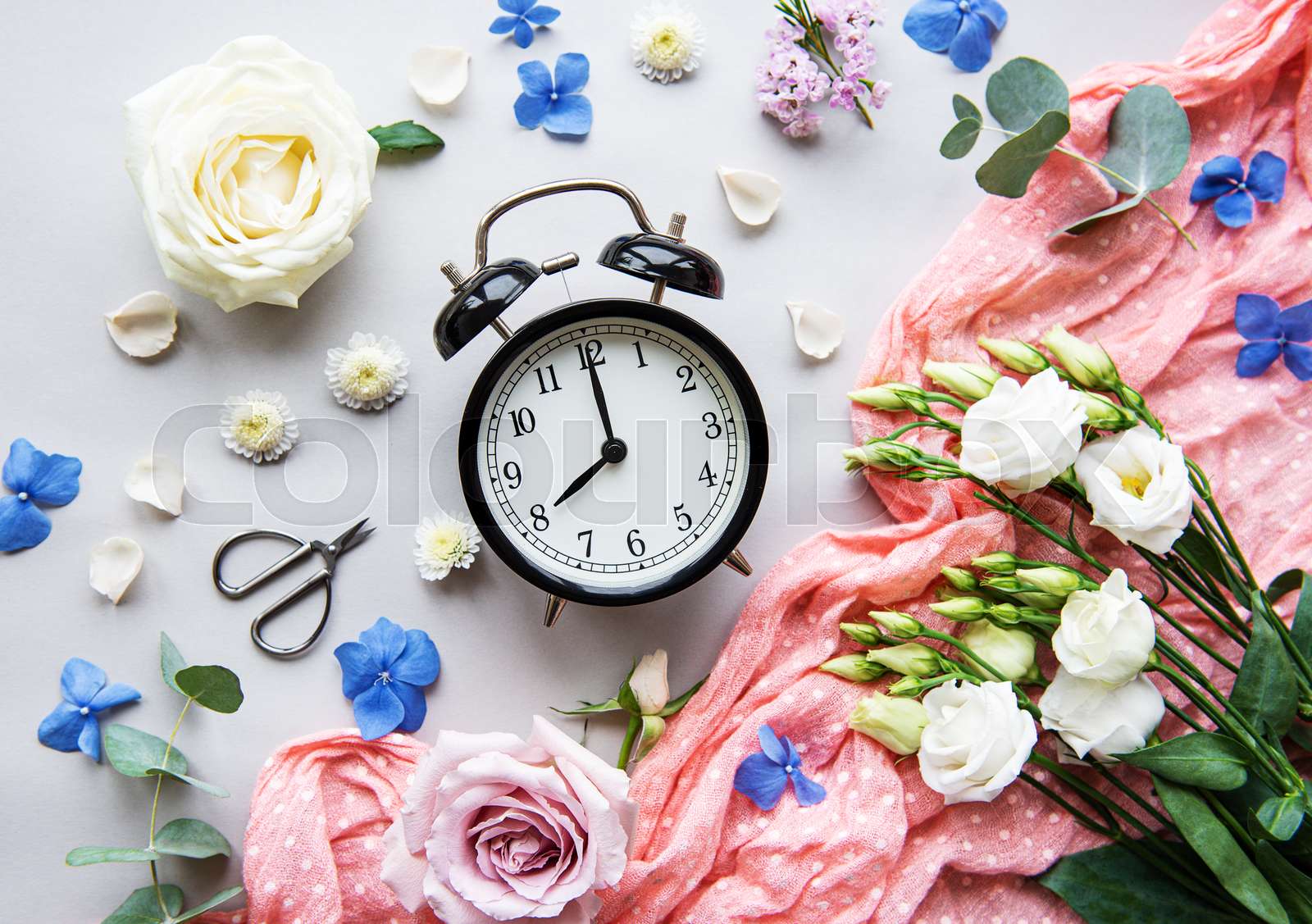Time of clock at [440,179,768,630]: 7:59
